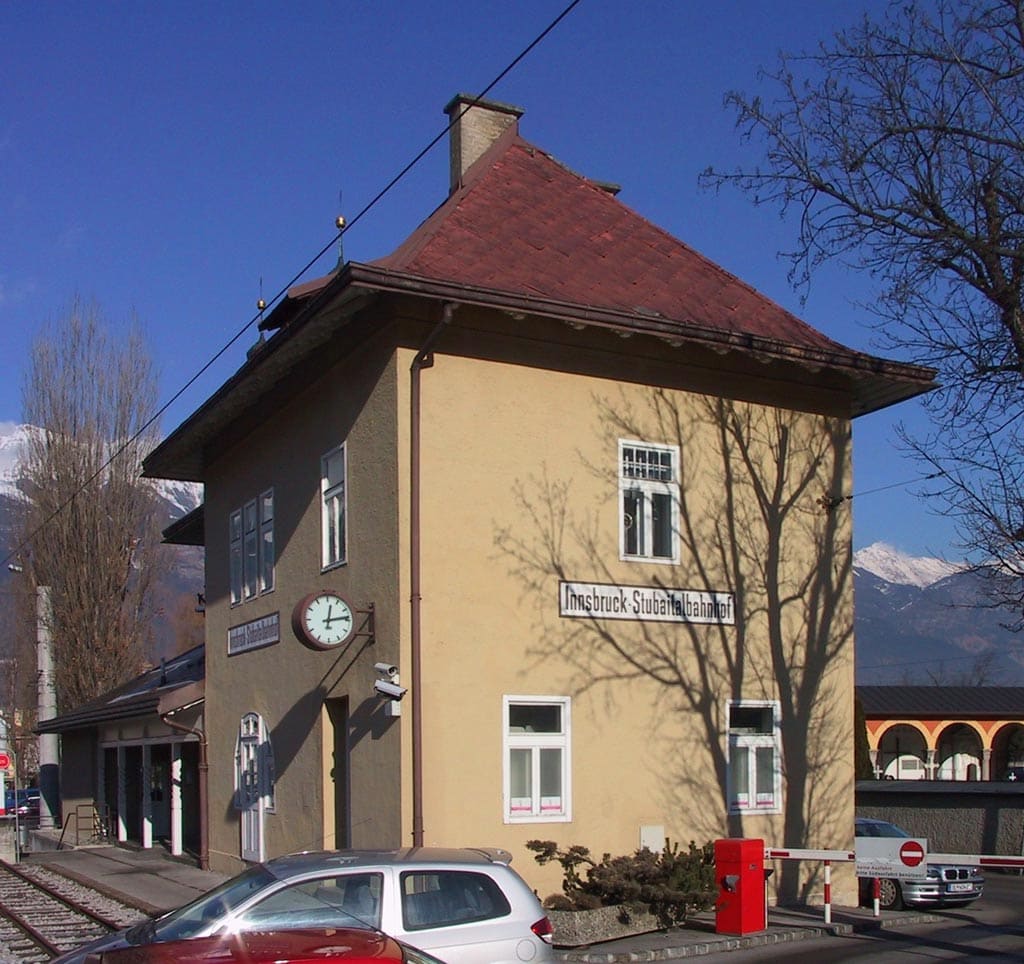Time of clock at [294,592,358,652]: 12:13
